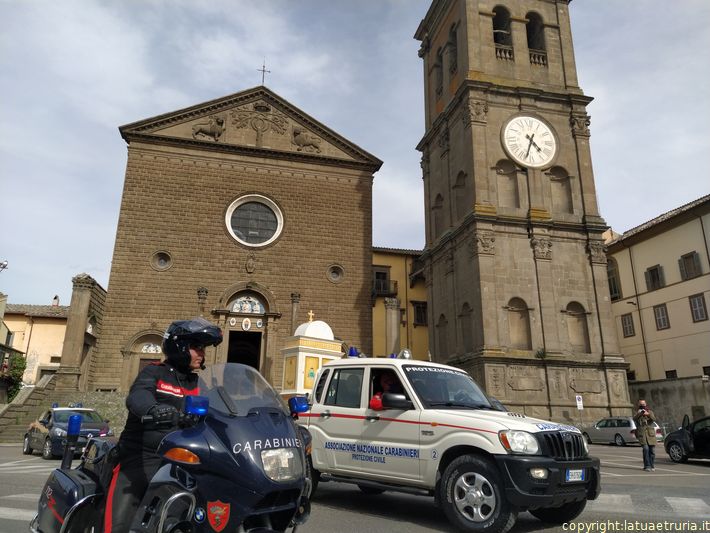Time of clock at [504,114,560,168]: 4:33
